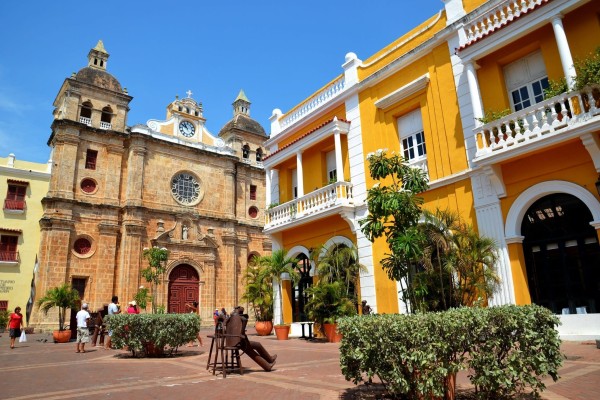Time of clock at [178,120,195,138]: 10:50
